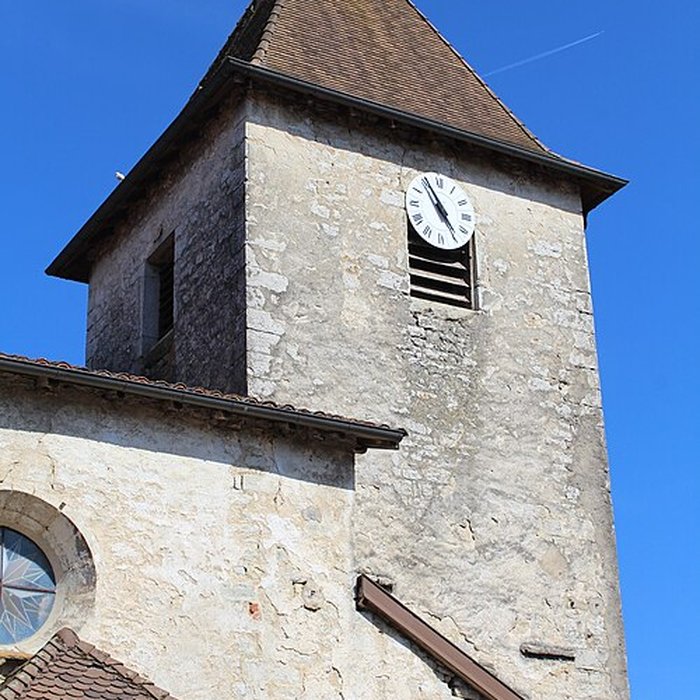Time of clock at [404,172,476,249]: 4:55
